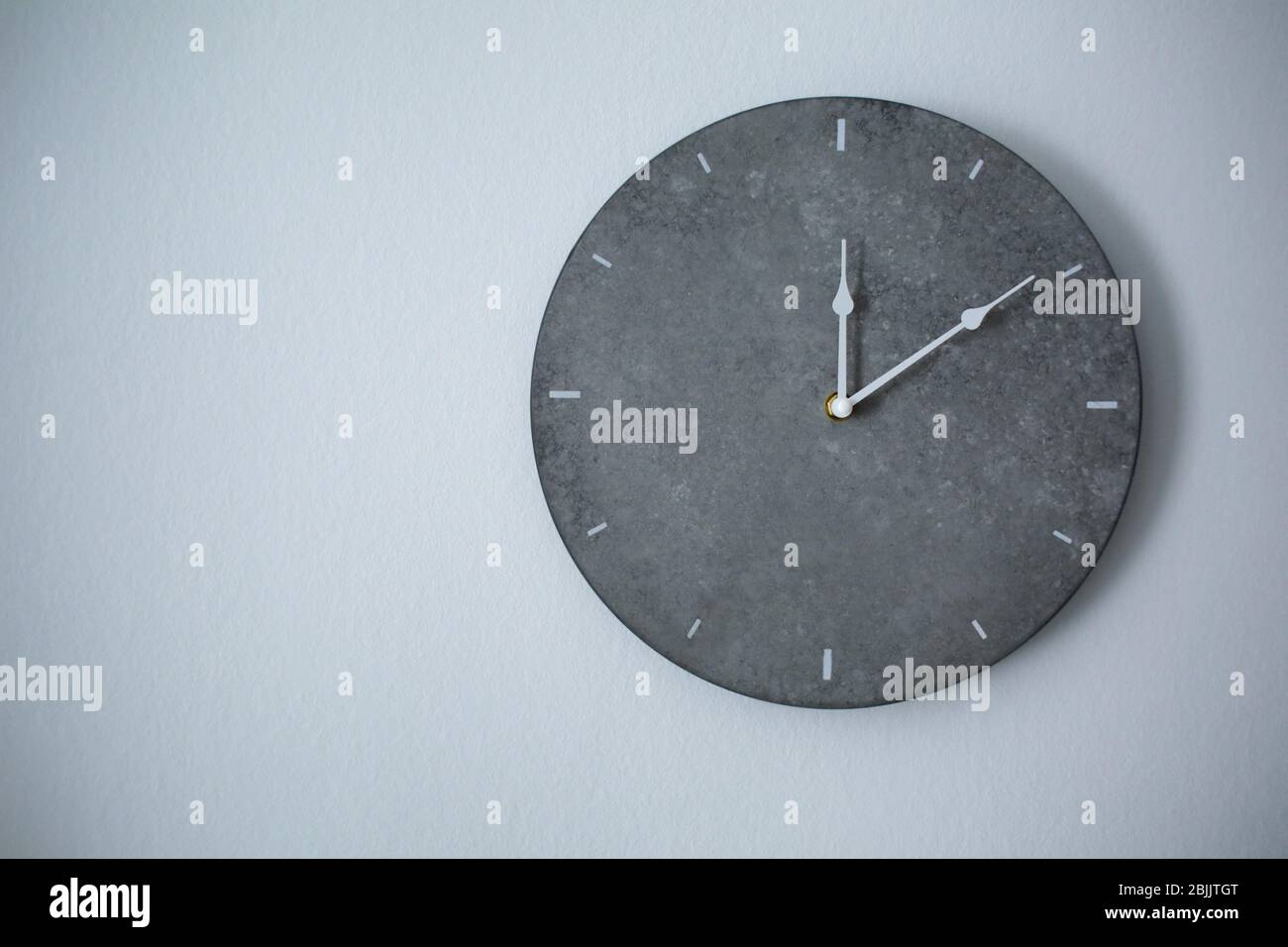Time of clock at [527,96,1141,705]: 12:09
